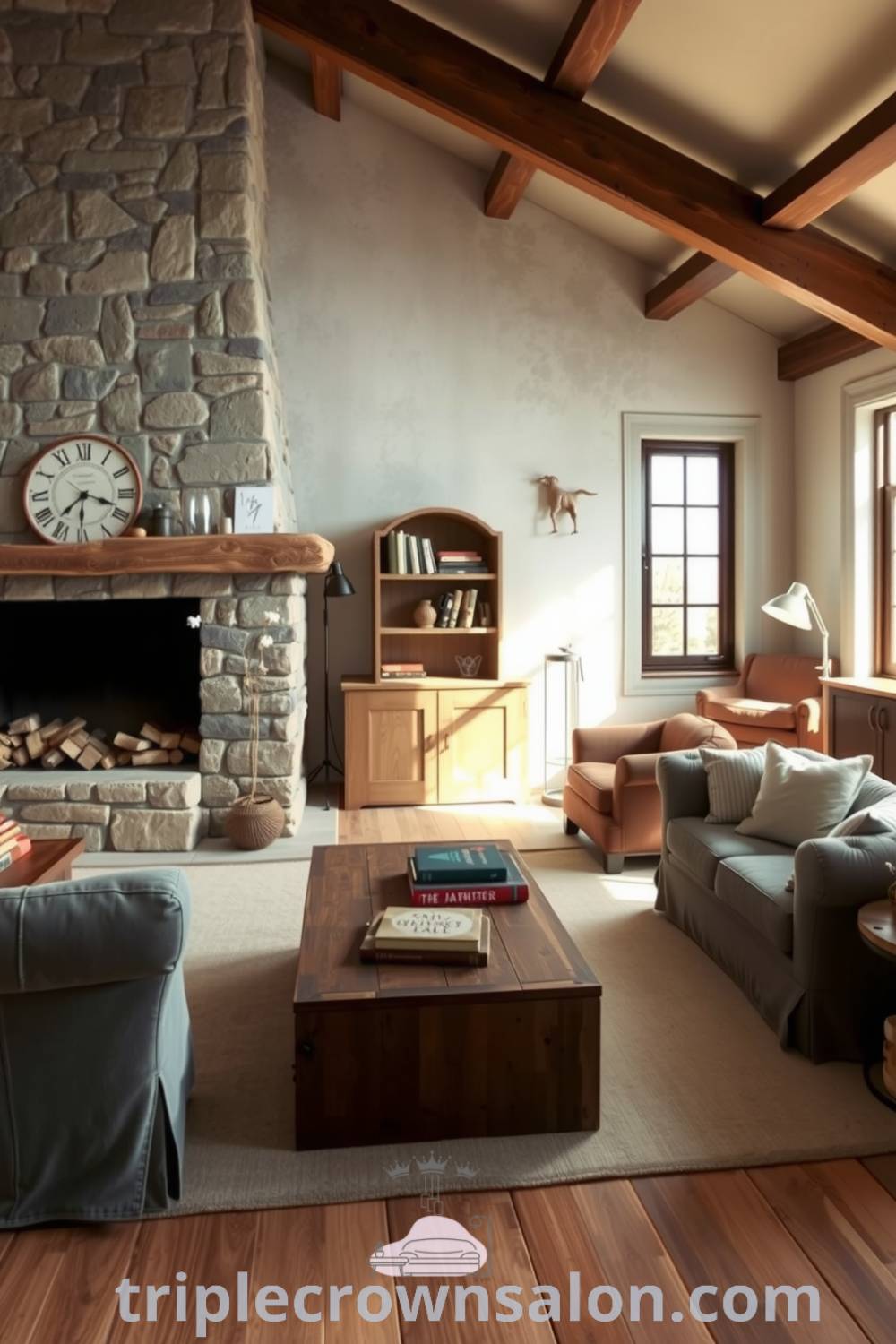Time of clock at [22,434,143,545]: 7:18
